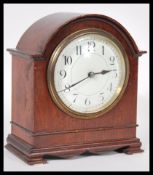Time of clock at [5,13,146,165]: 2:40
